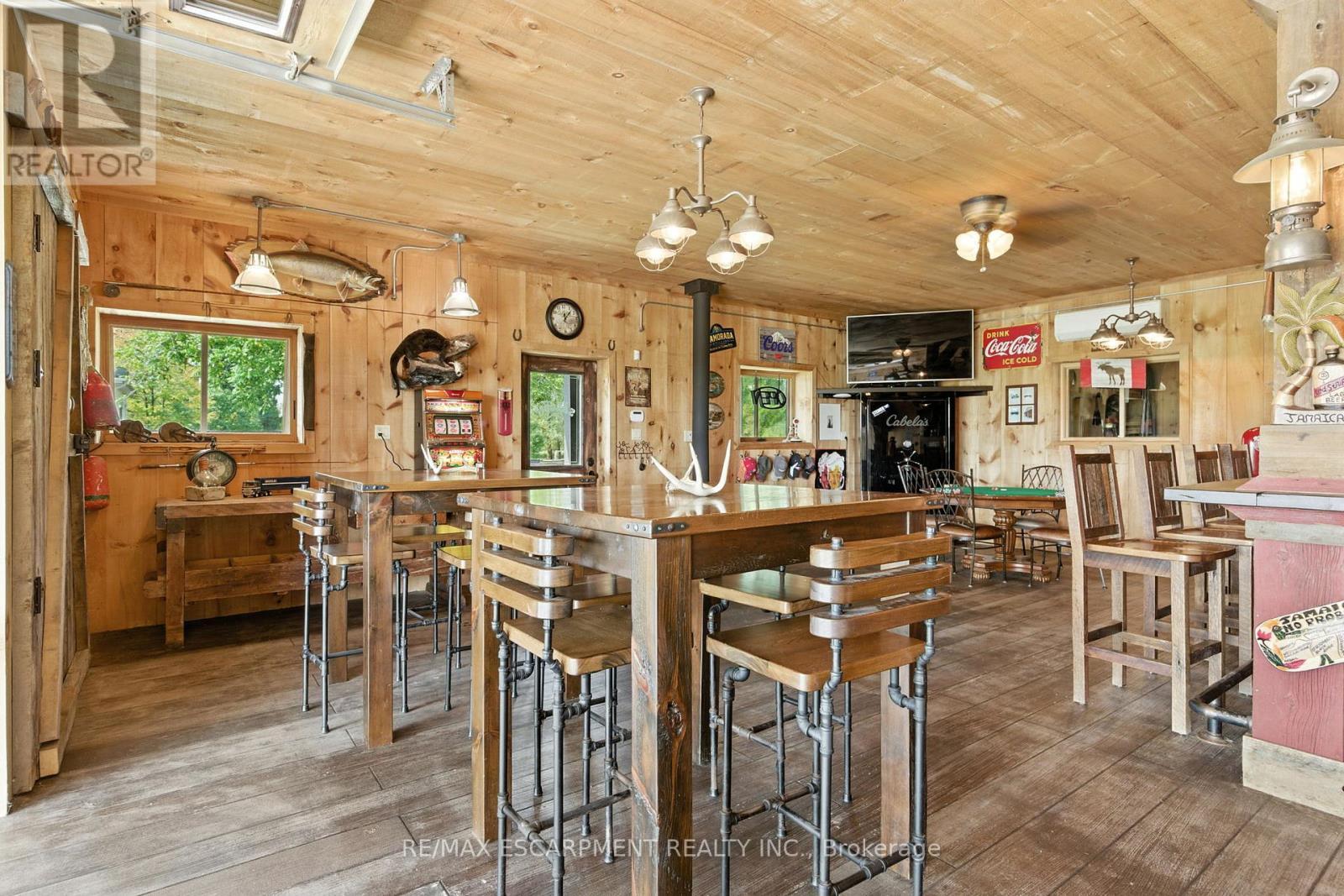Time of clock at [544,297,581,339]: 12:07
